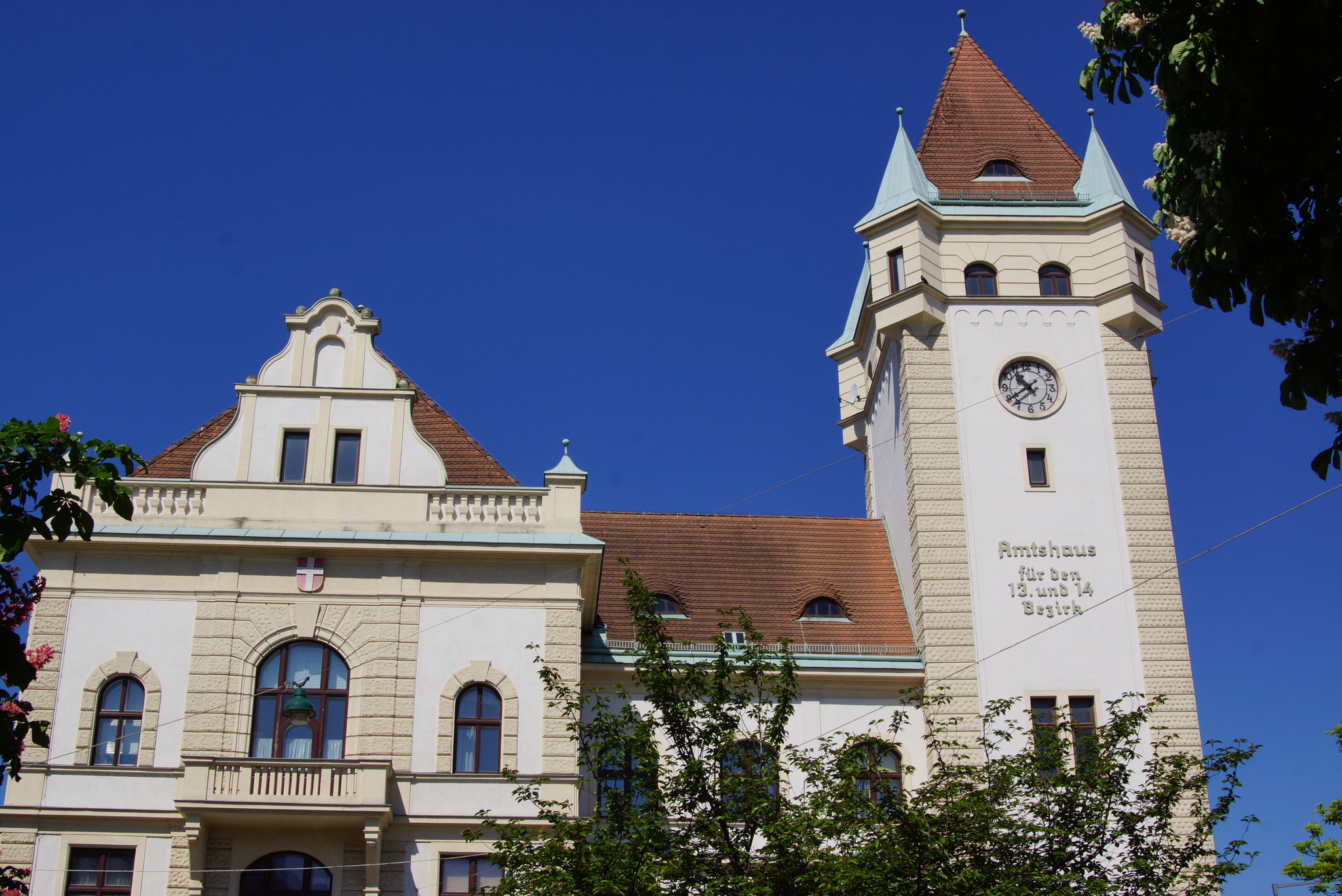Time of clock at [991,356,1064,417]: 10:39
